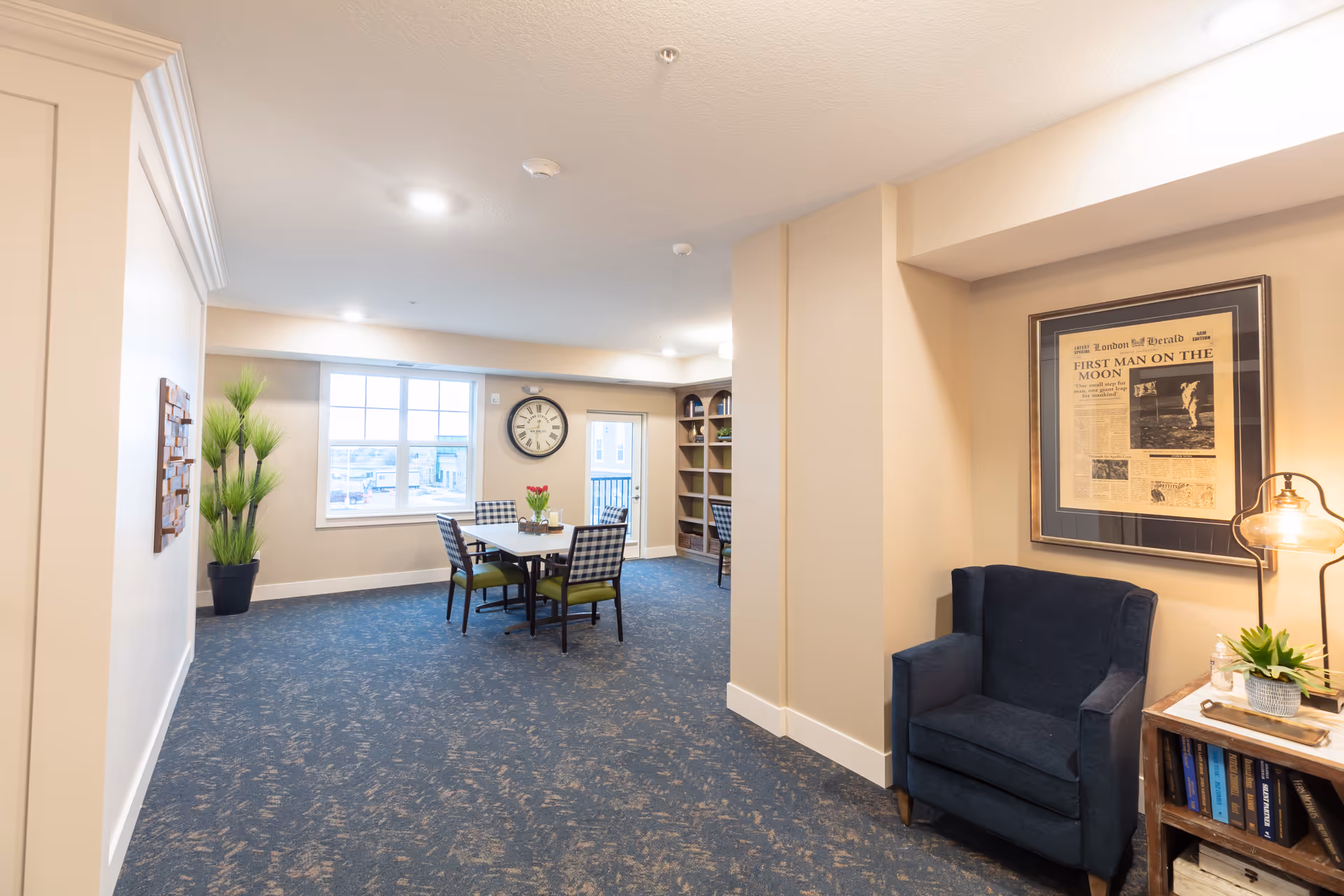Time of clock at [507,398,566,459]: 8:30
